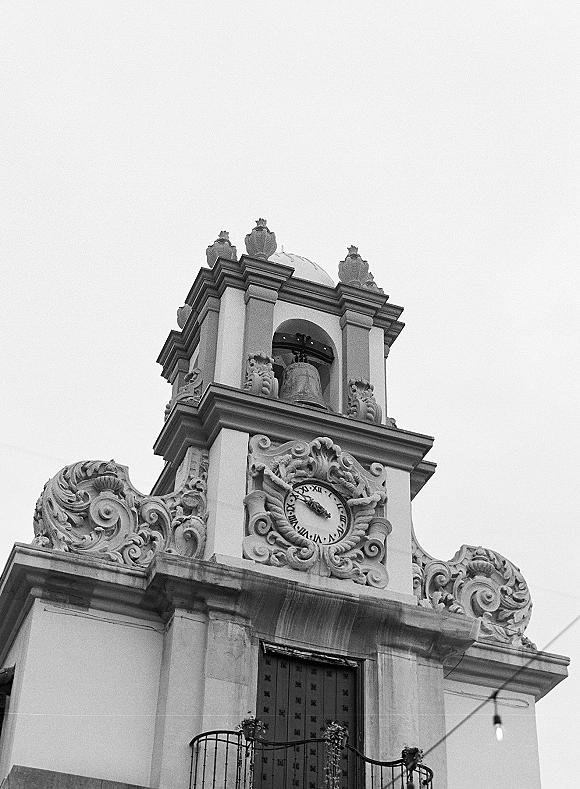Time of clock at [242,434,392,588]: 9:48
